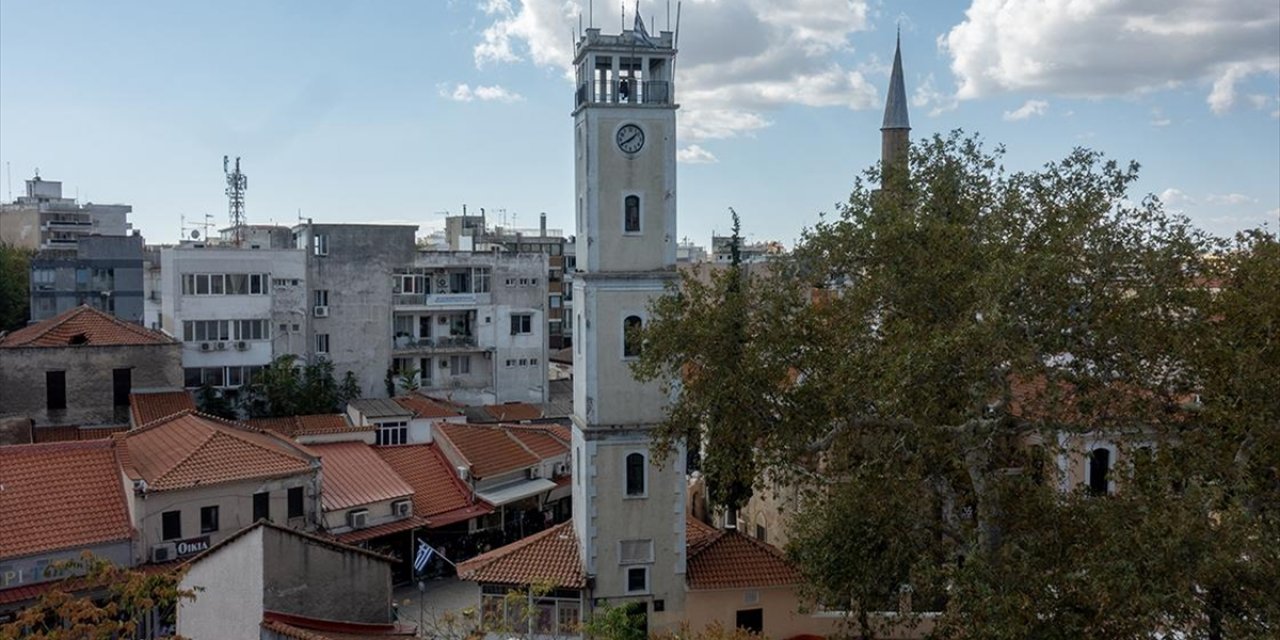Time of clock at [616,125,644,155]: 1:40
